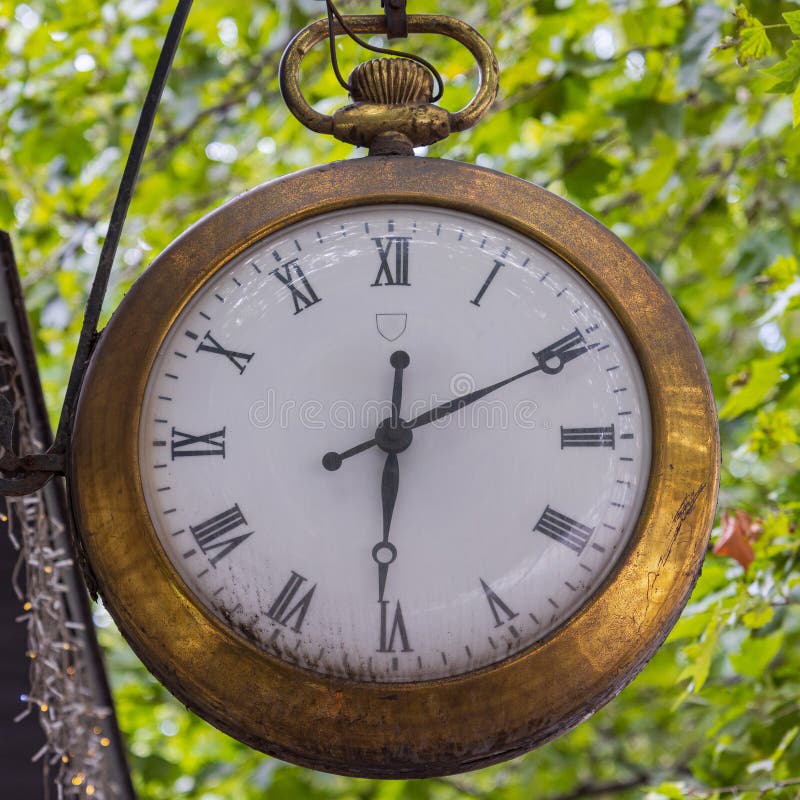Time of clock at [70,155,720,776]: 12:10
